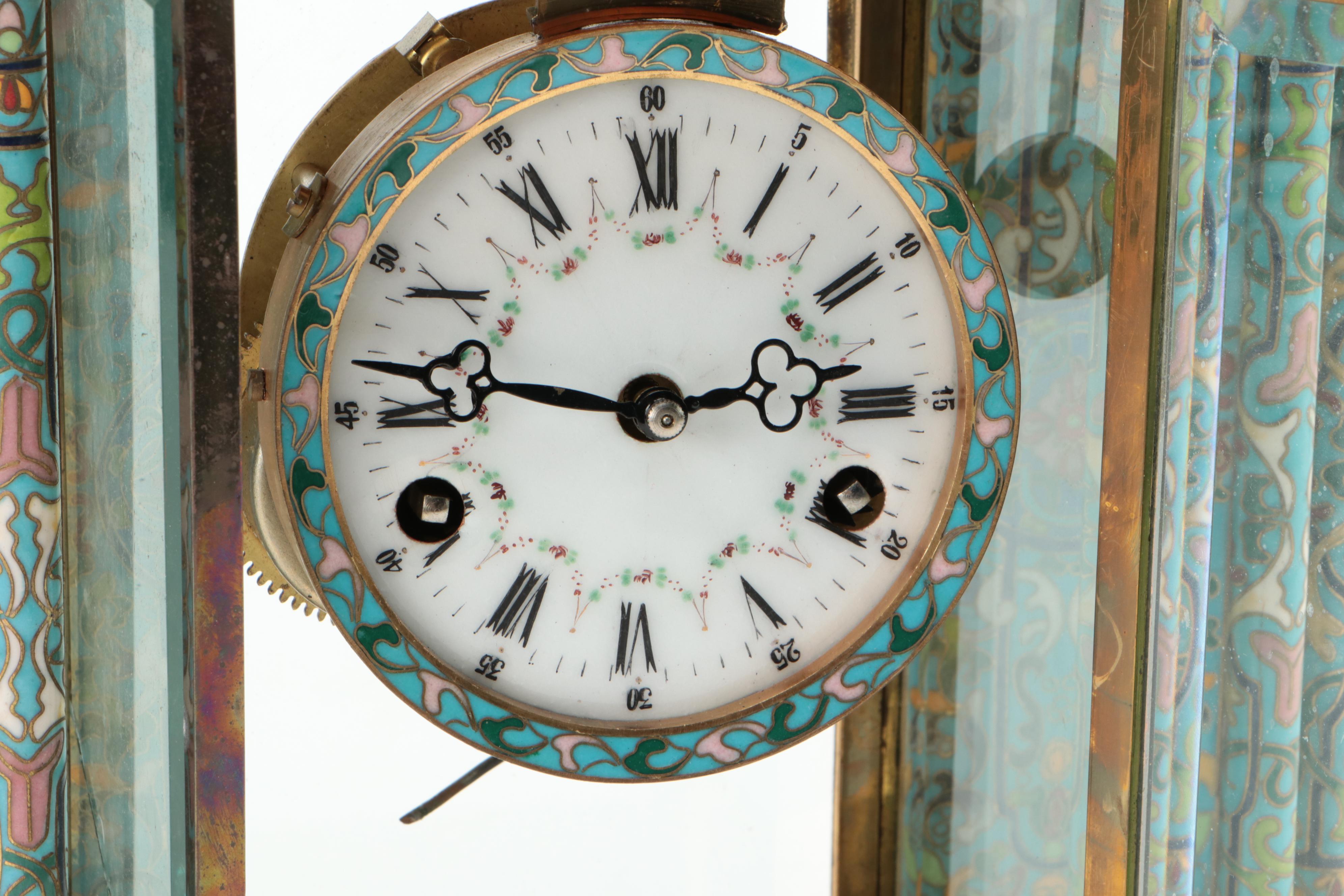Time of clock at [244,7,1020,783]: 2:46
